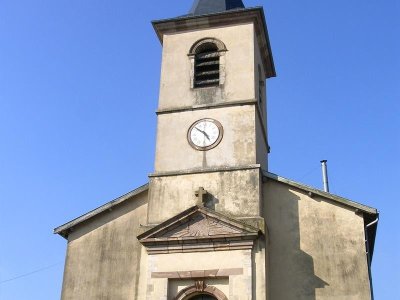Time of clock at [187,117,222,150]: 4:51
